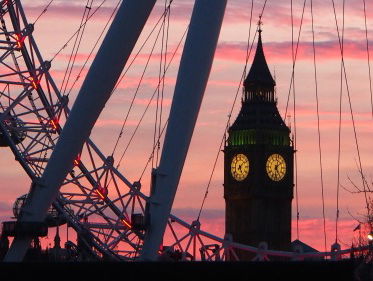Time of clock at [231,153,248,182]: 5:07
